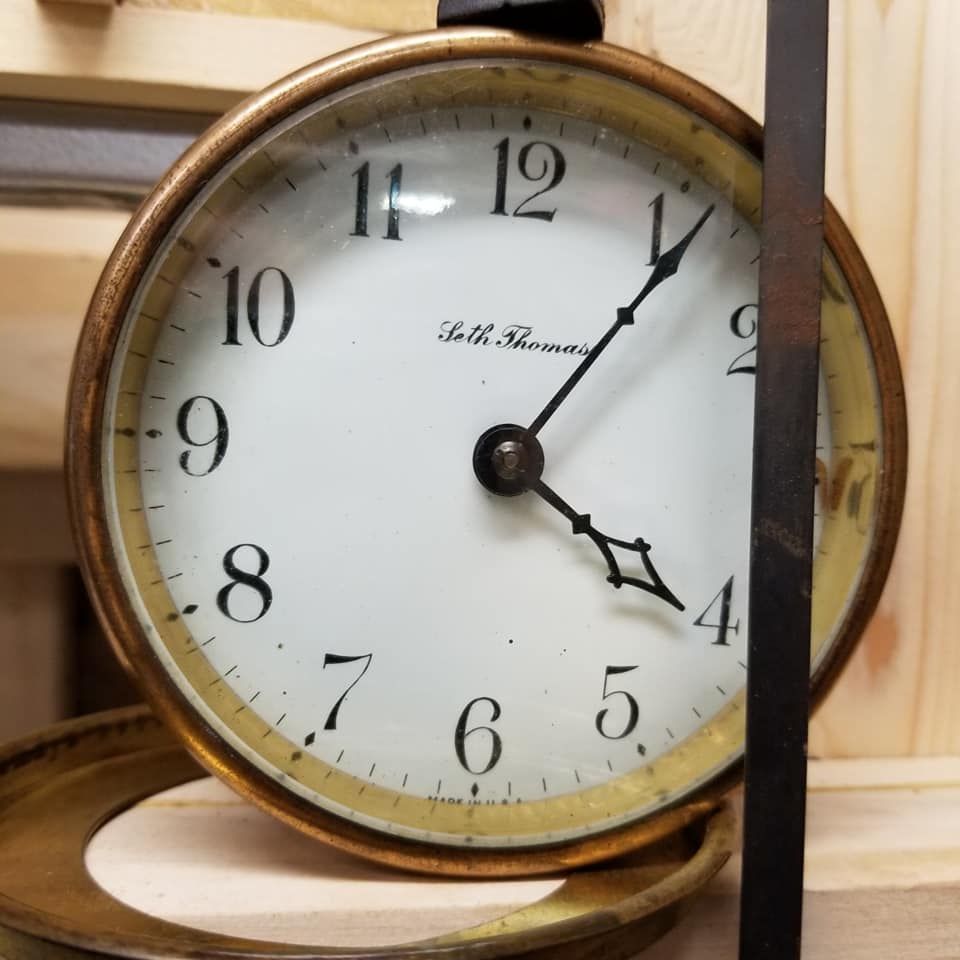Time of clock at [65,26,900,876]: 4:06
